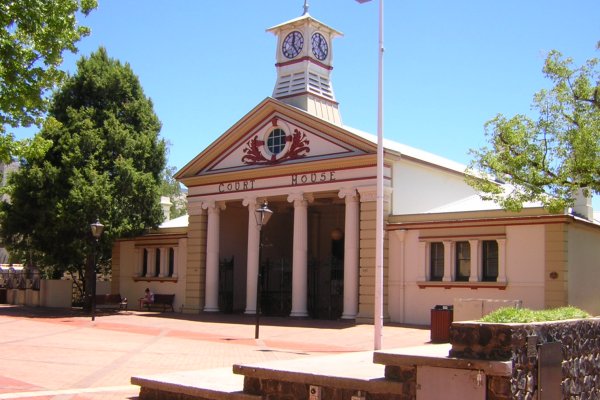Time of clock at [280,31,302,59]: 12:24
